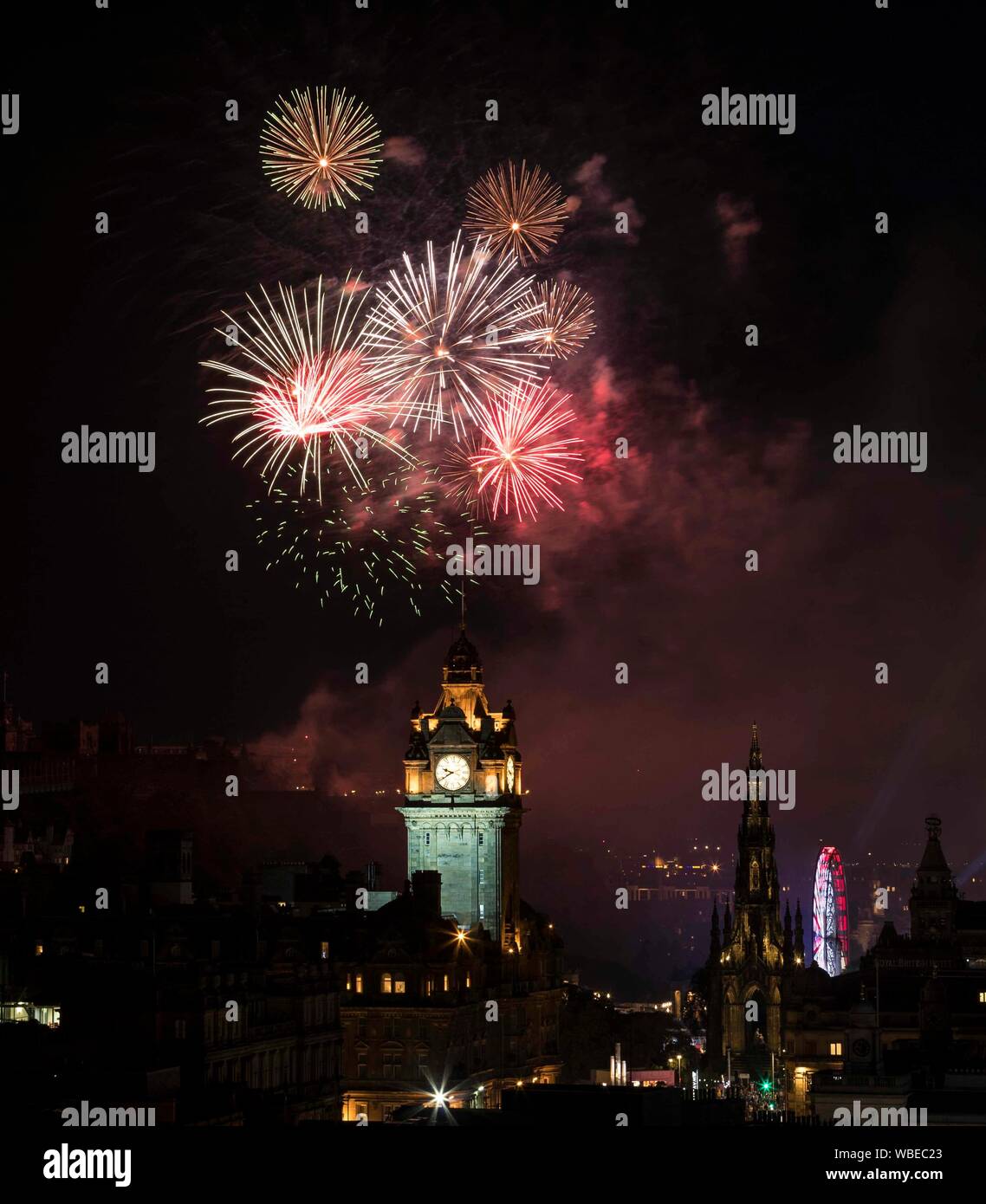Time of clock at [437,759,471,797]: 9:40
